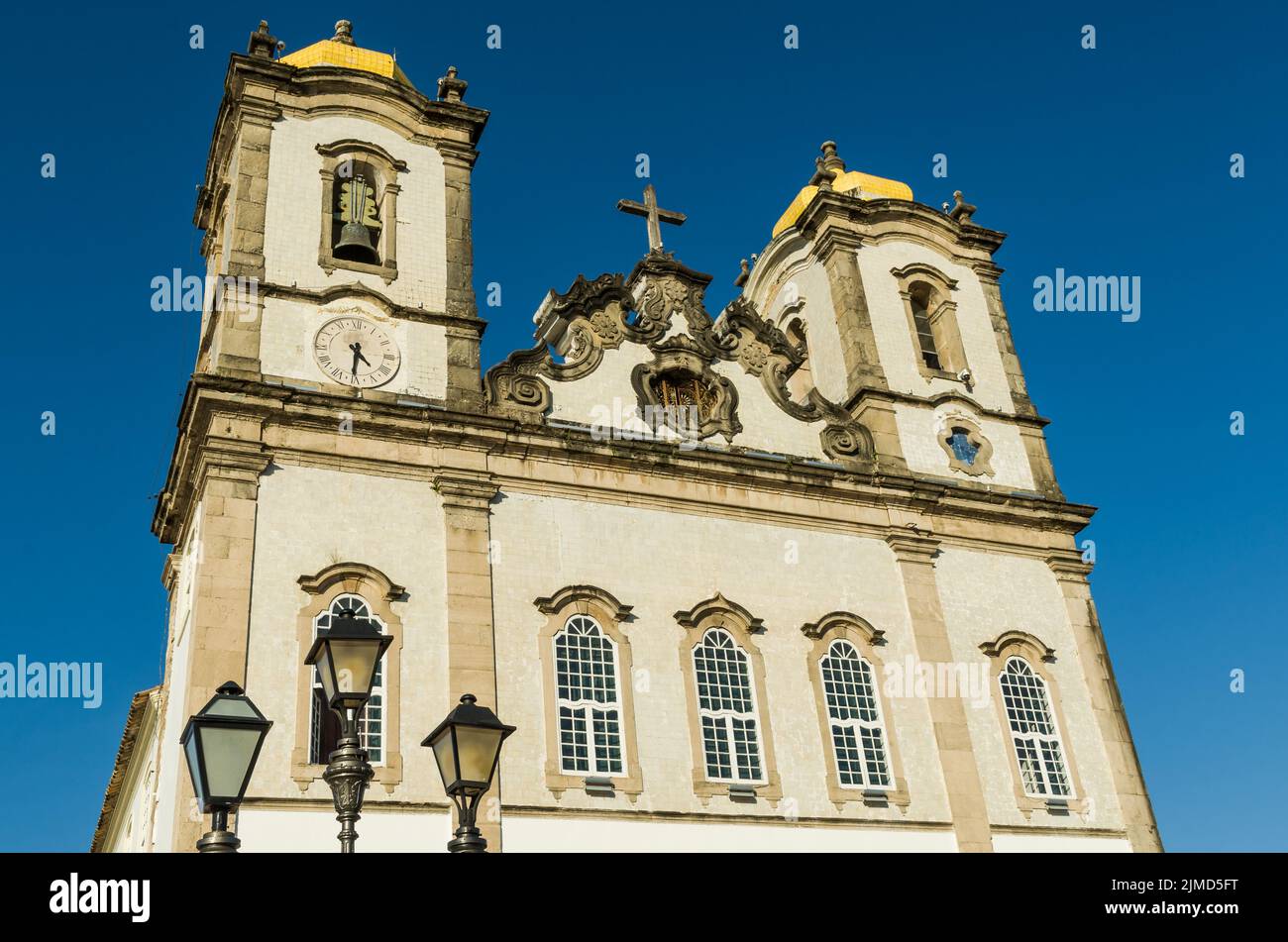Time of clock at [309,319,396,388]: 4:31
